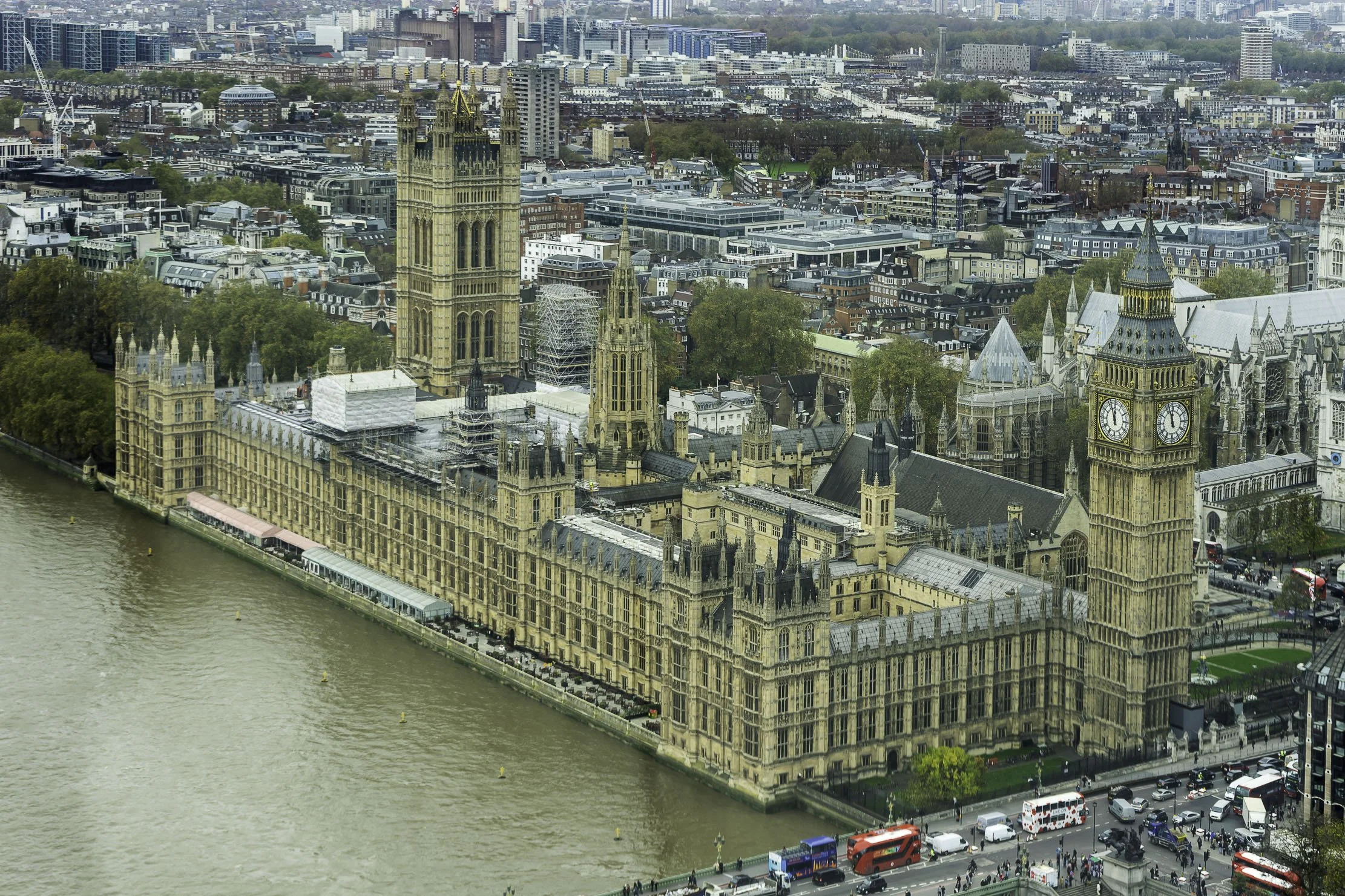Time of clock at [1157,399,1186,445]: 11:57
